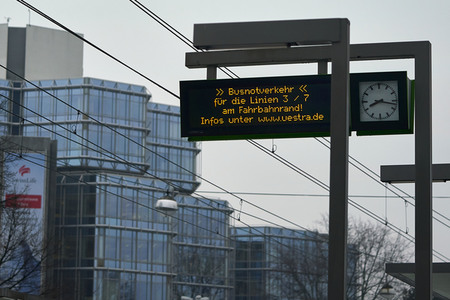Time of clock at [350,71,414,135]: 8:17
